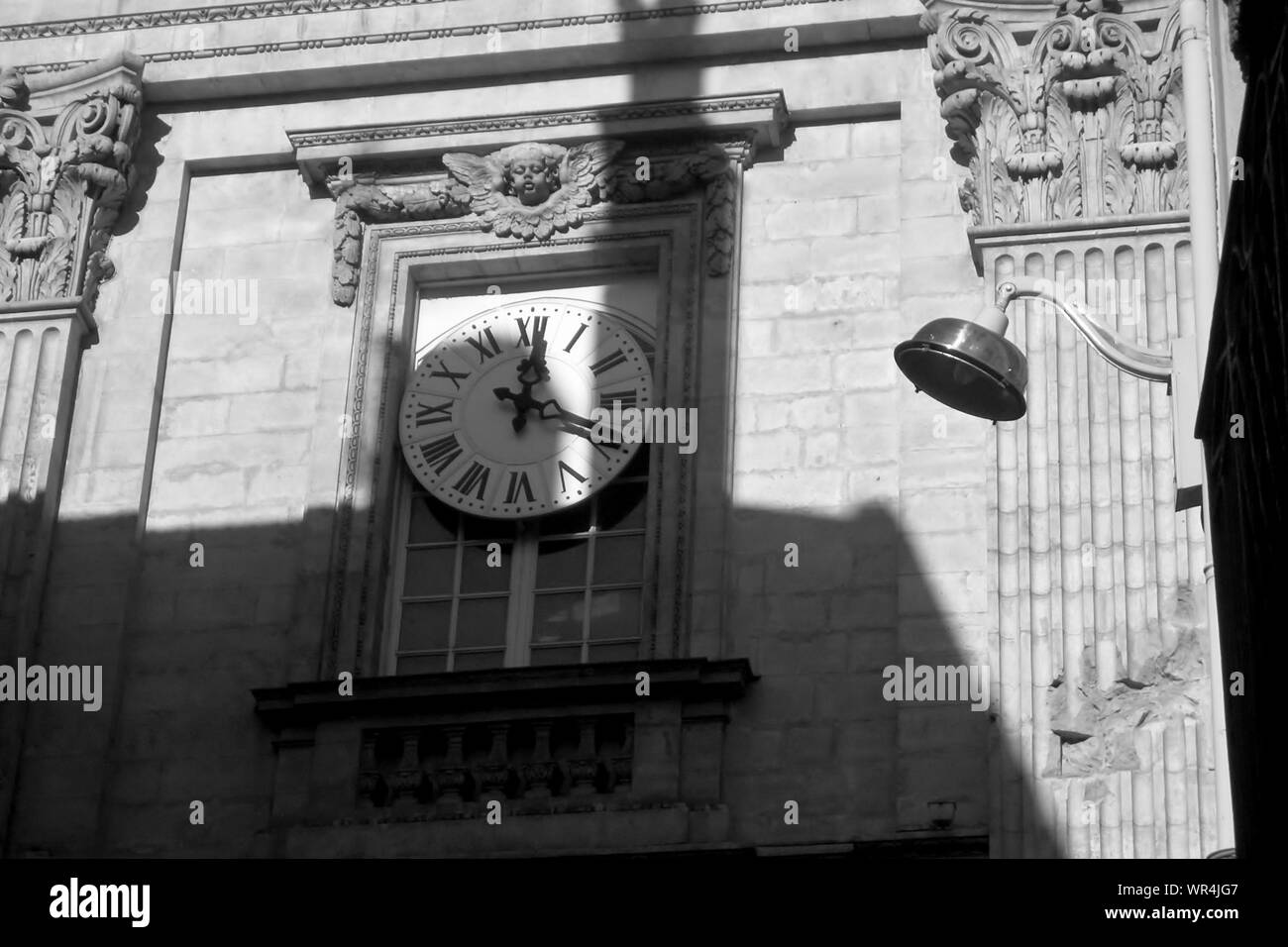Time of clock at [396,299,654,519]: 12:19
